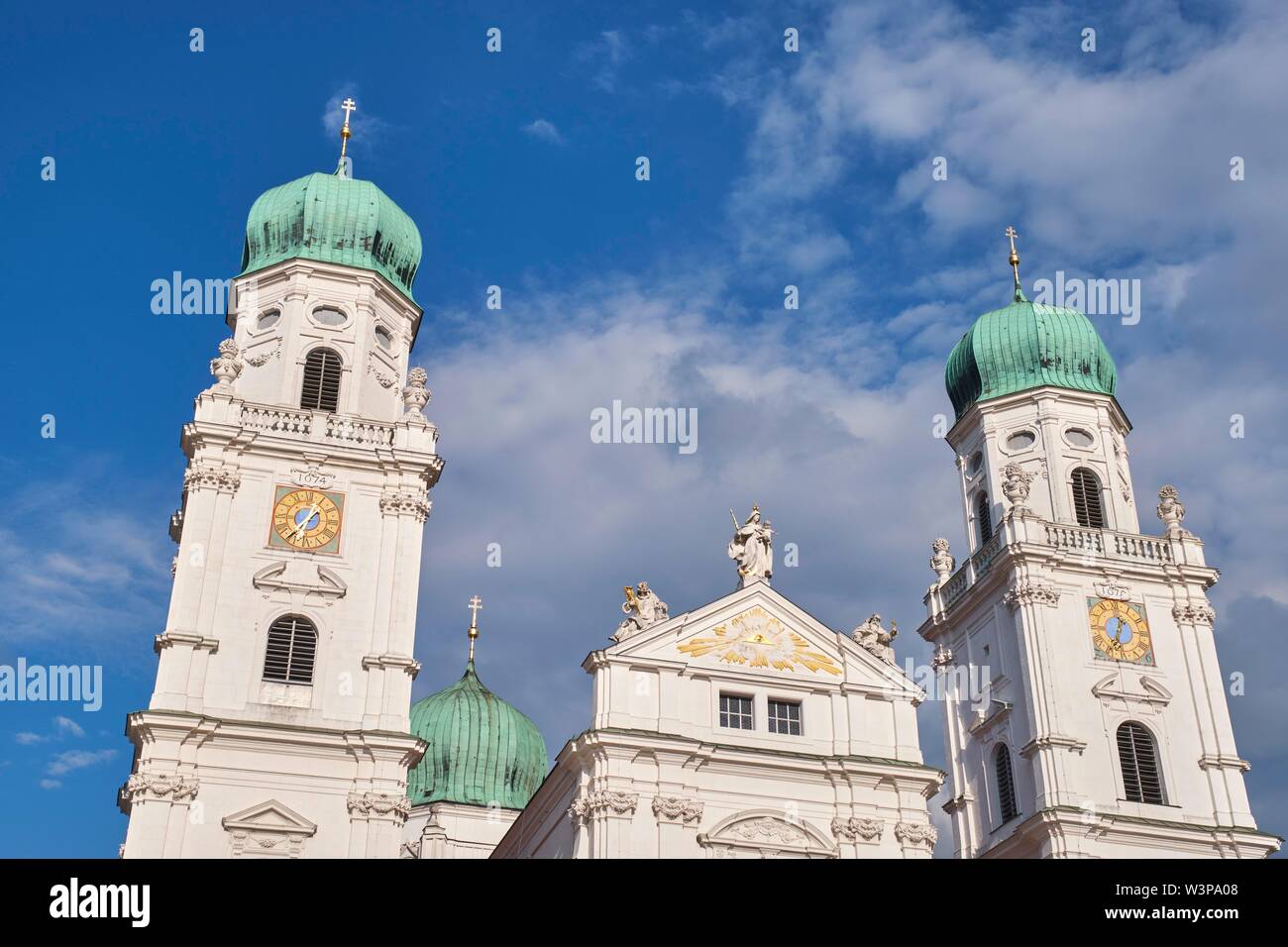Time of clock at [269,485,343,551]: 1:36
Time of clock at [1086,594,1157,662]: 6:34
